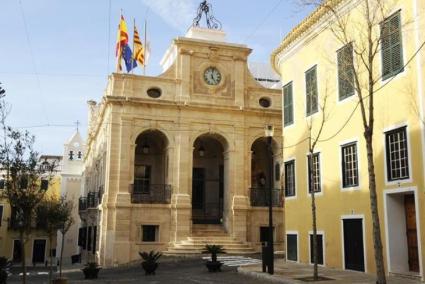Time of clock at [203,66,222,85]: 5:01
